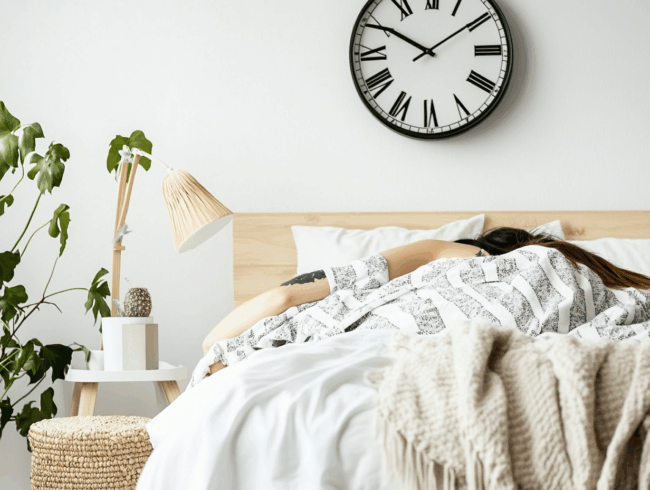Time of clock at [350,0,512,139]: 10:09
